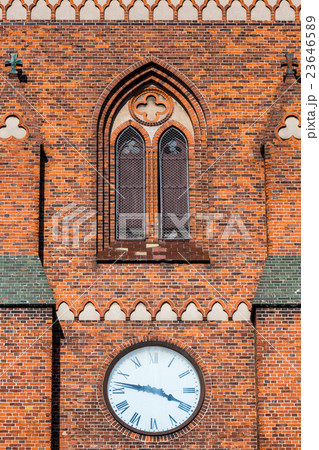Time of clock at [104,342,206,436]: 3:46
